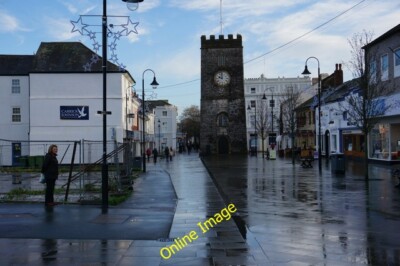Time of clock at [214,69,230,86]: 9:59
